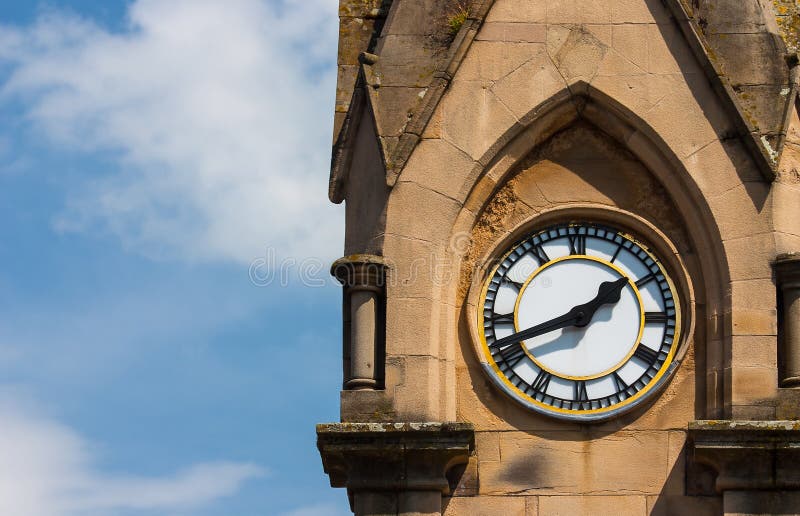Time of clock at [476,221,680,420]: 1:41
